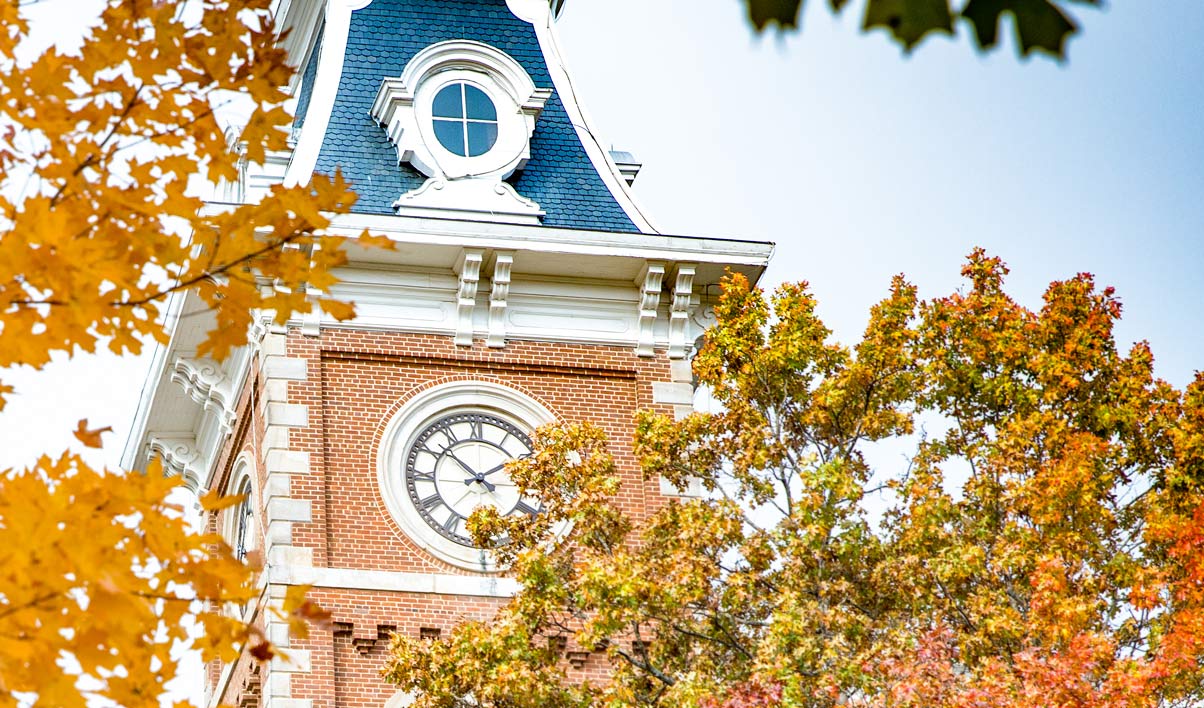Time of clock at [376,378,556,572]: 1:51
